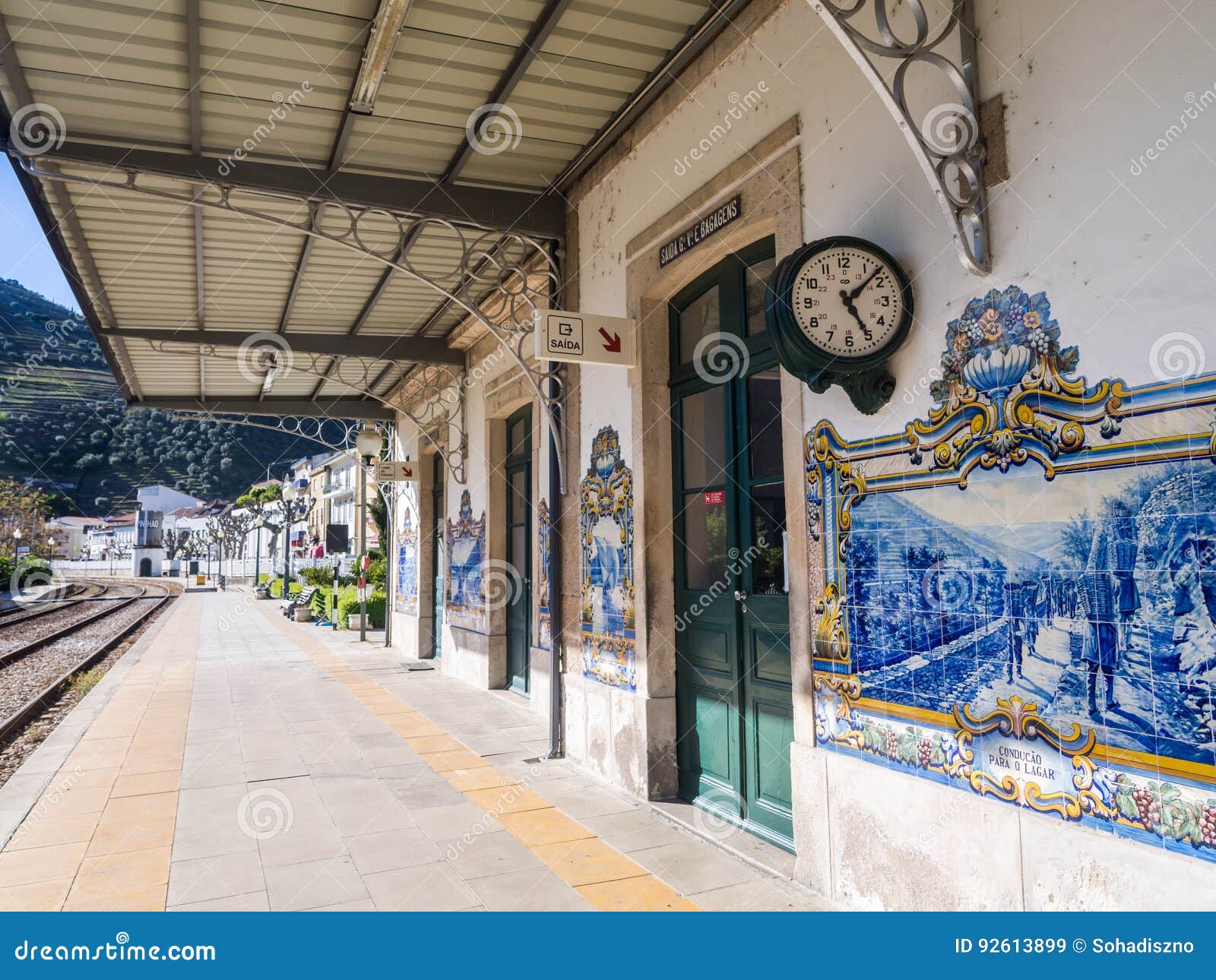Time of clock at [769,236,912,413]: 5:07
